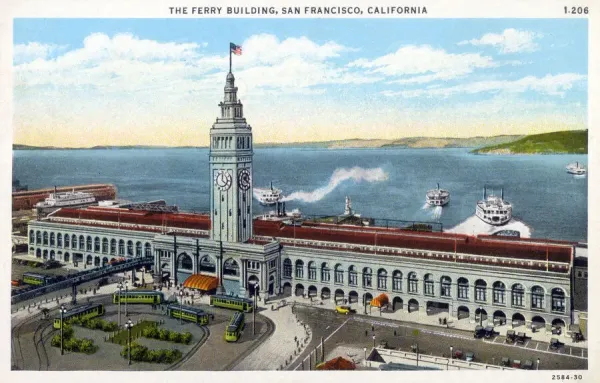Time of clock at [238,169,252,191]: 1:20
